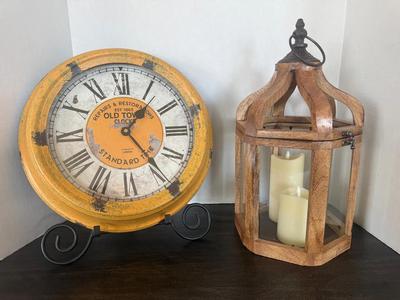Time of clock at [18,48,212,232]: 1:23
